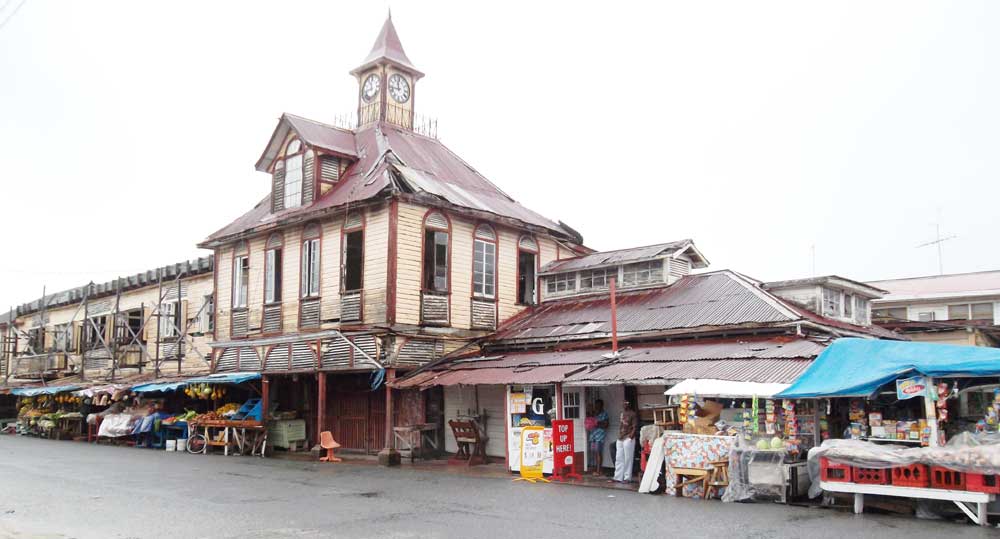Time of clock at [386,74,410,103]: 11:42
